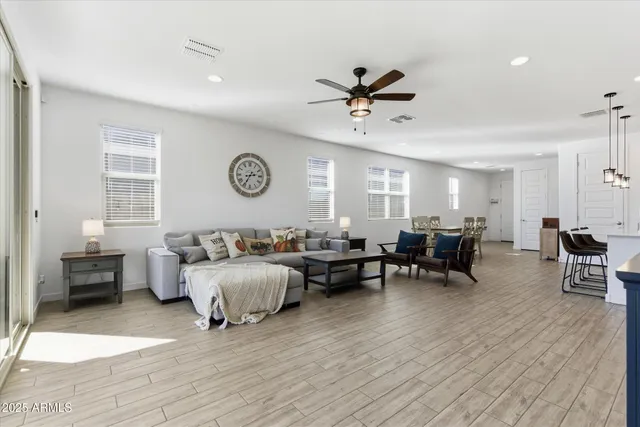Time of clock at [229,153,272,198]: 2:35
